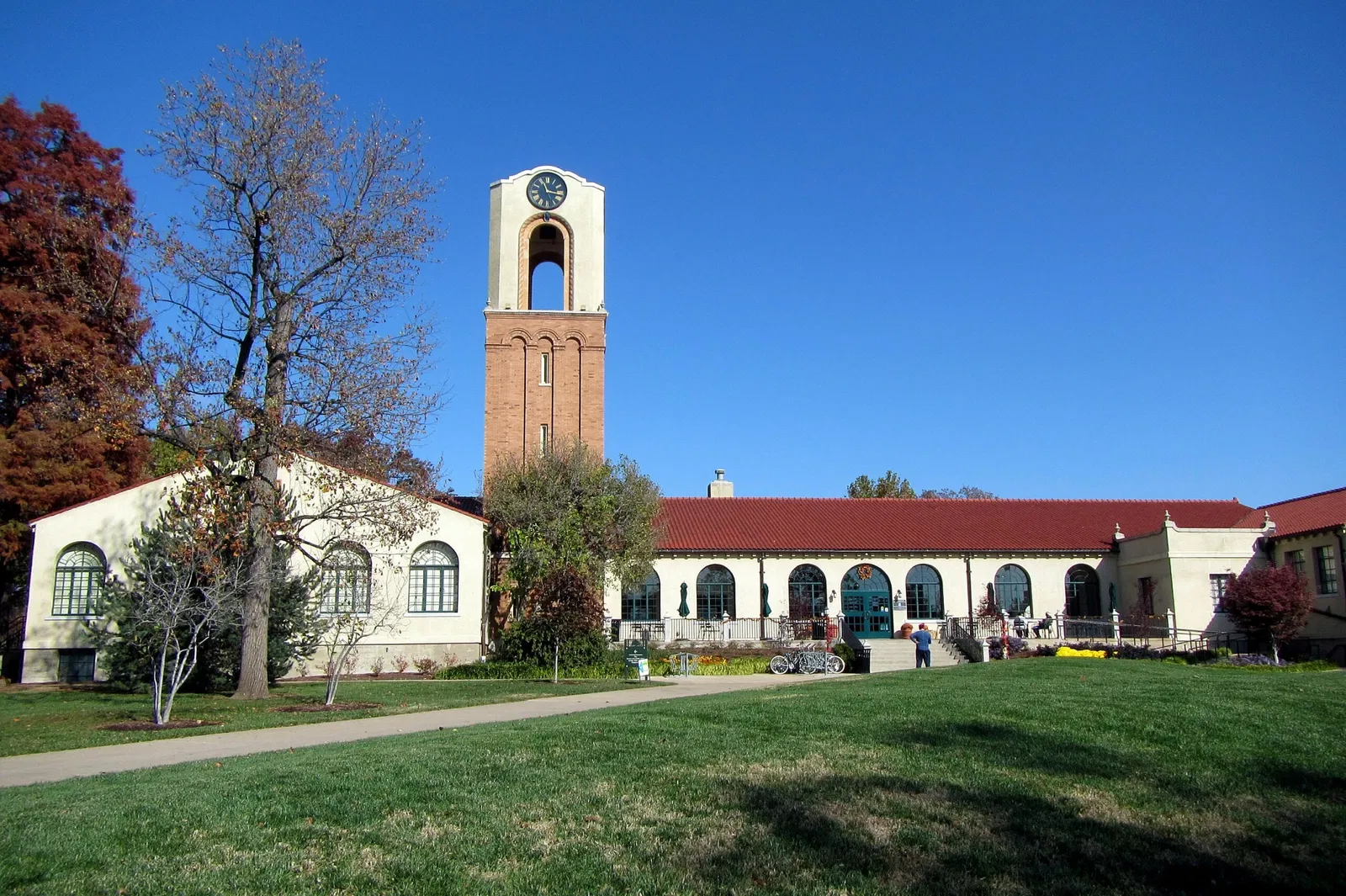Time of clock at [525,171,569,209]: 11:16
